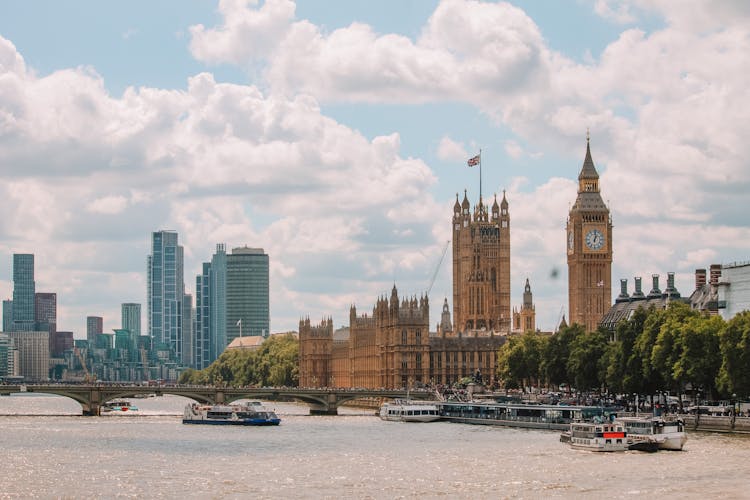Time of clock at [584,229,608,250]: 1:01
